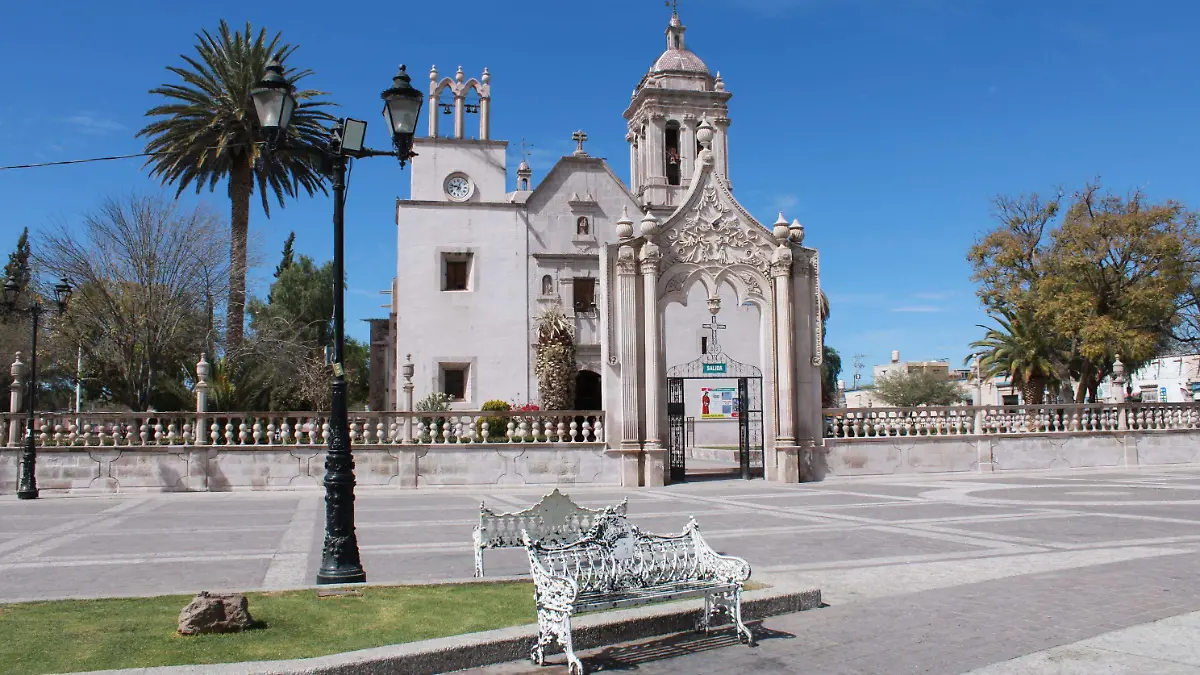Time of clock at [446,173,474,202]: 12:47
